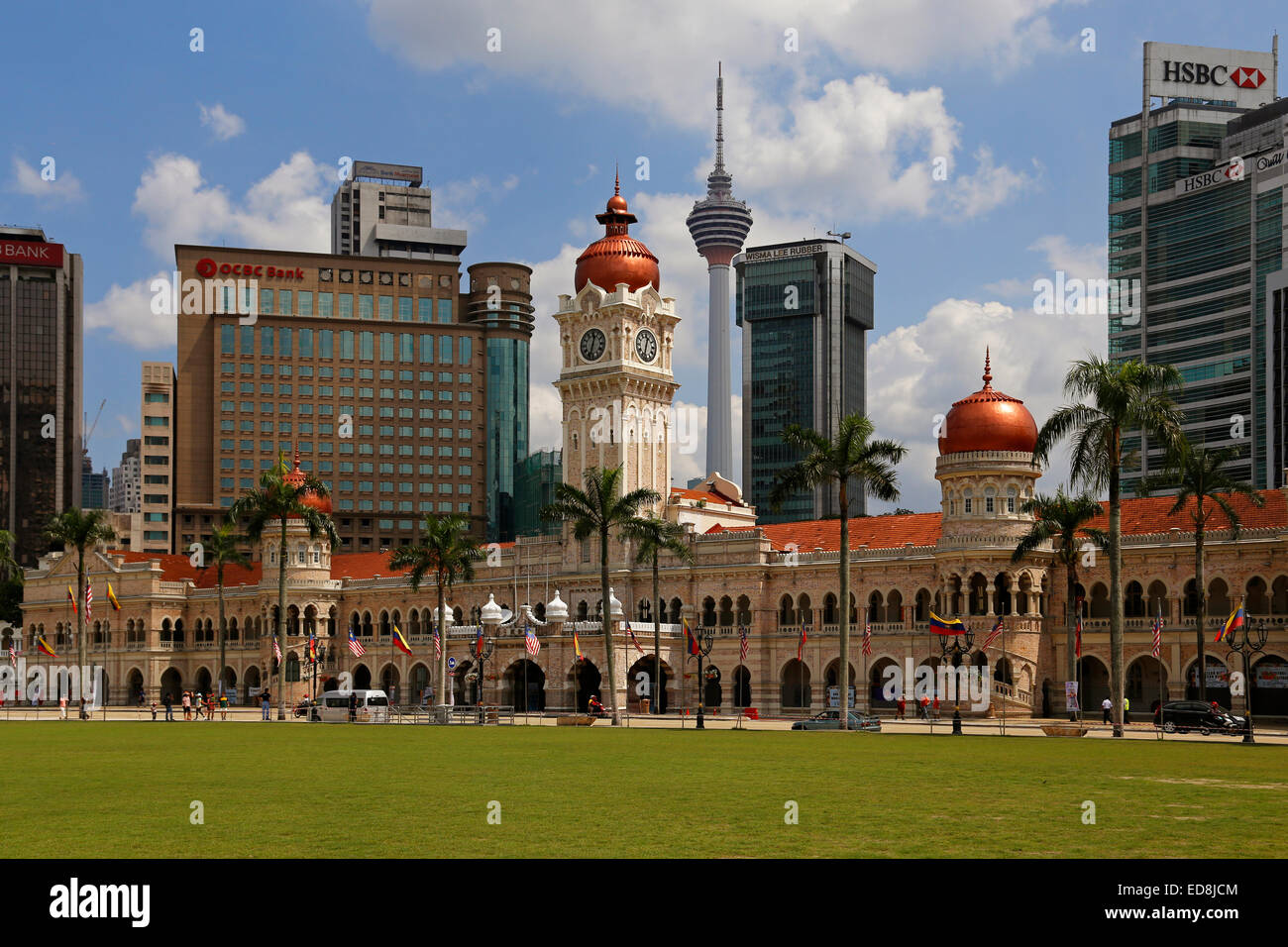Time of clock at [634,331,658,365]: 12:32
